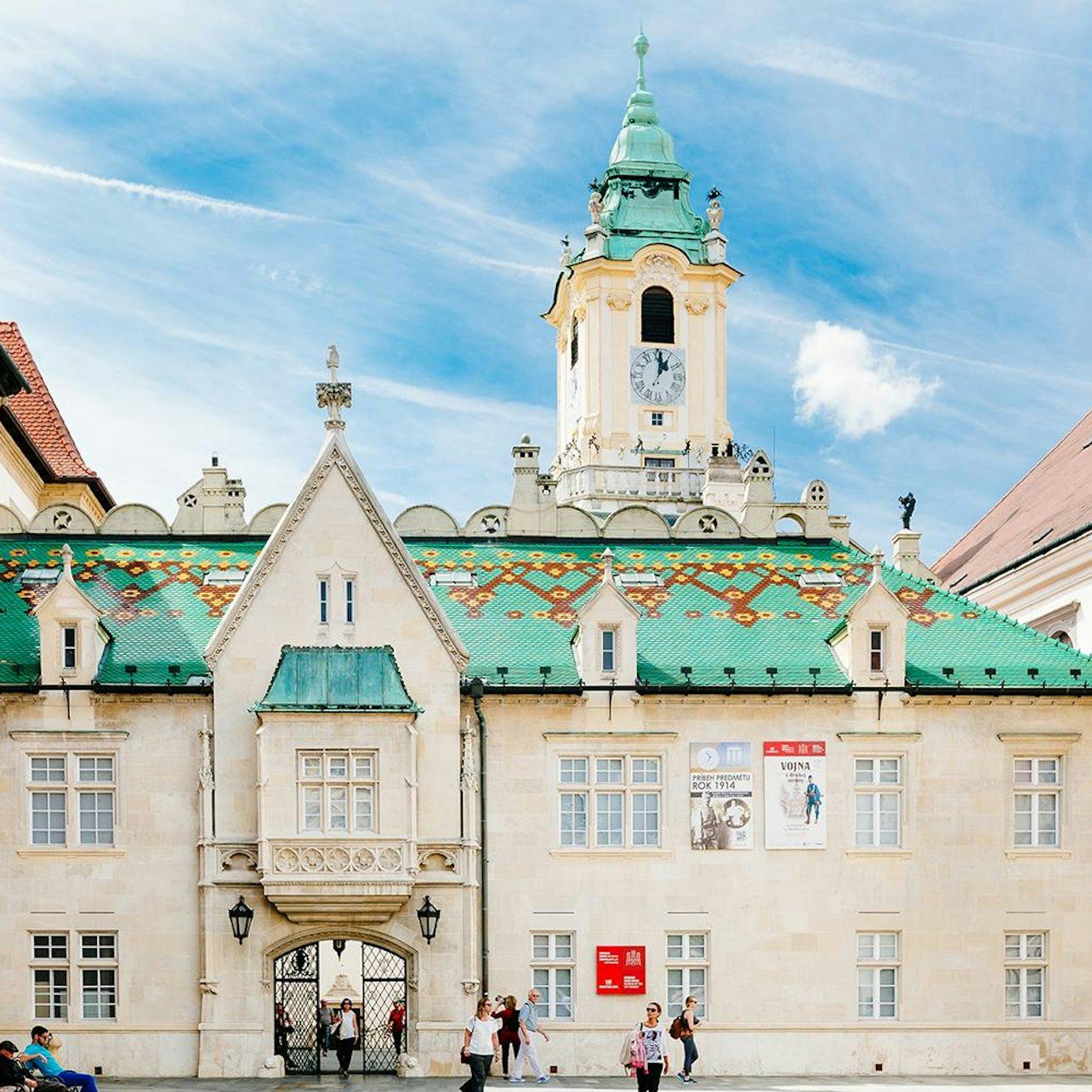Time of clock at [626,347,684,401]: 1:01
